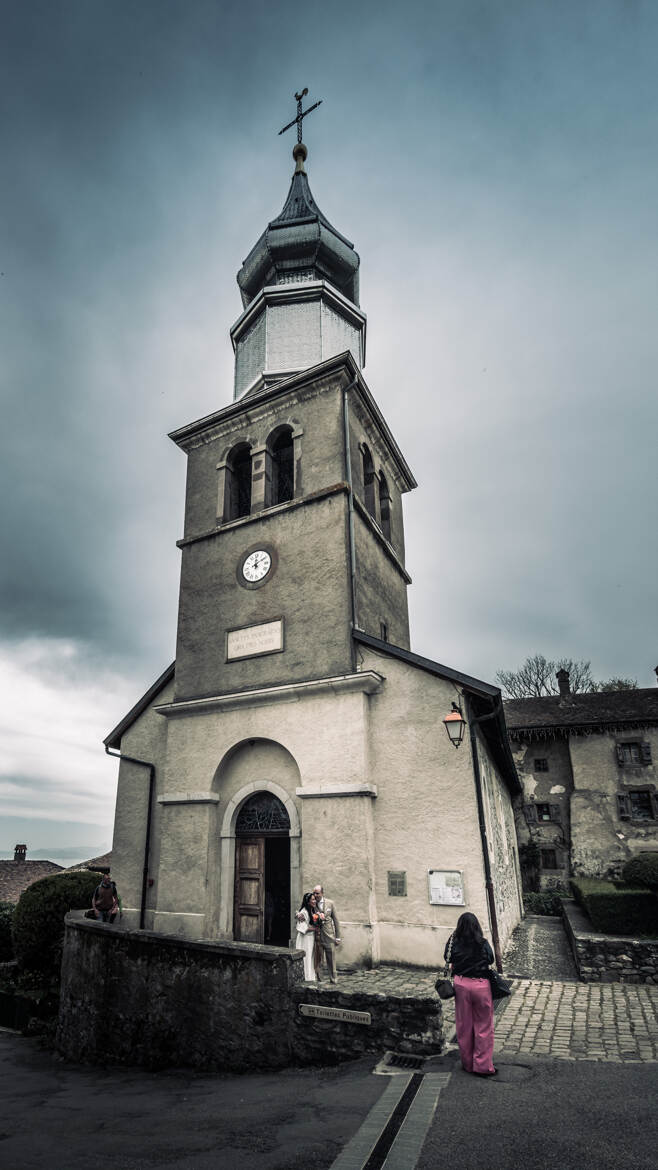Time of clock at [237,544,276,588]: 12:10
